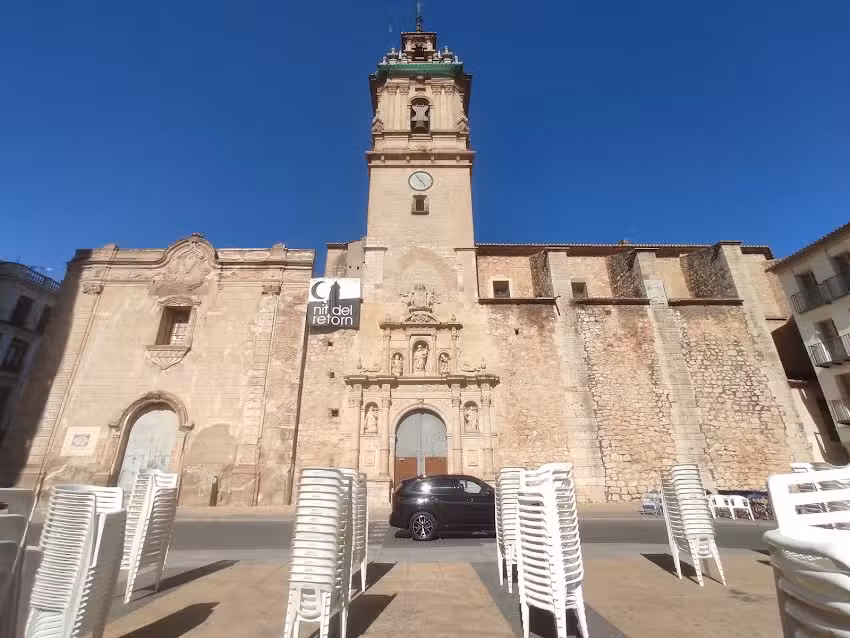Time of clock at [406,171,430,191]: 4:54
